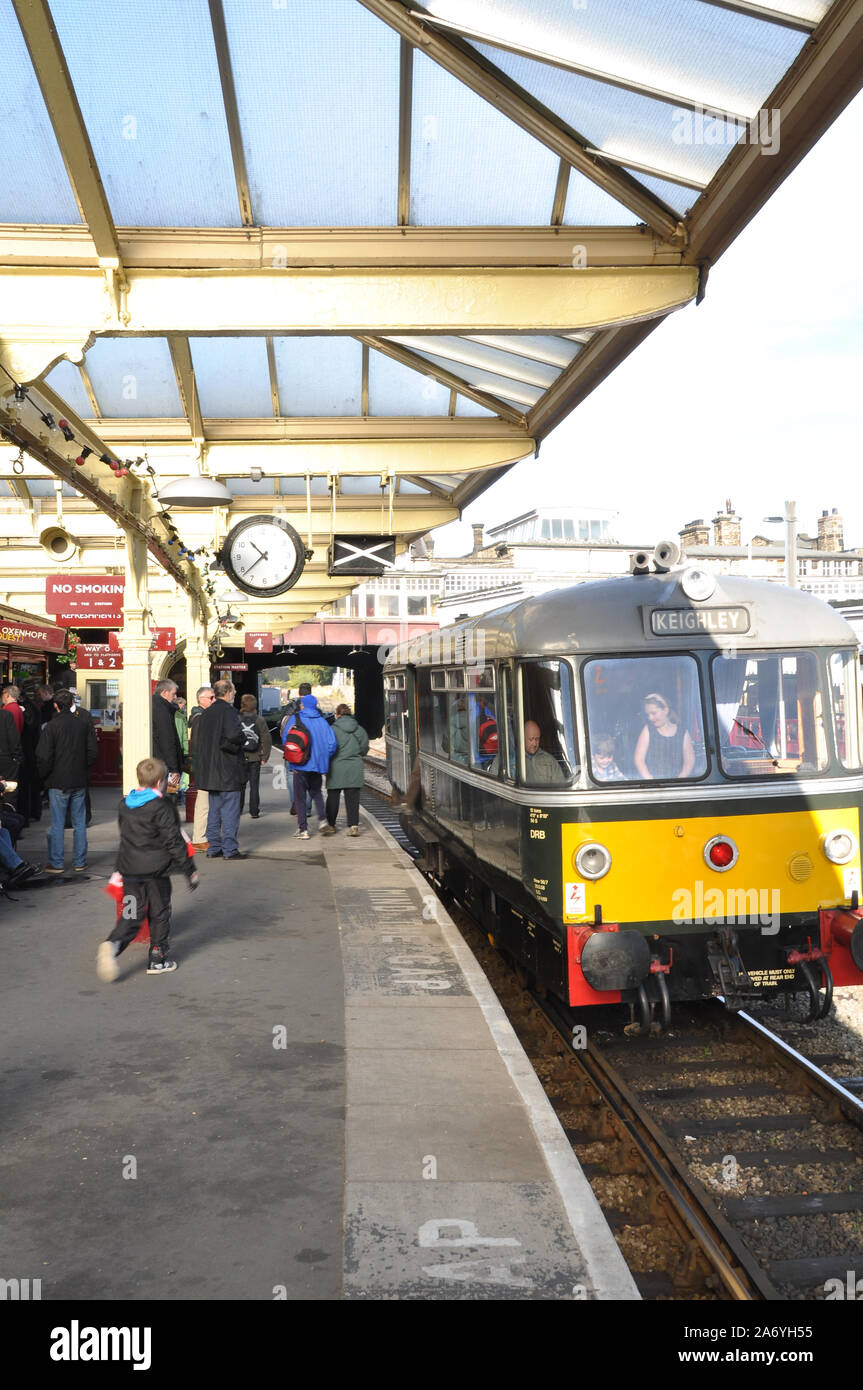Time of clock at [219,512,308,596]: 10:38
